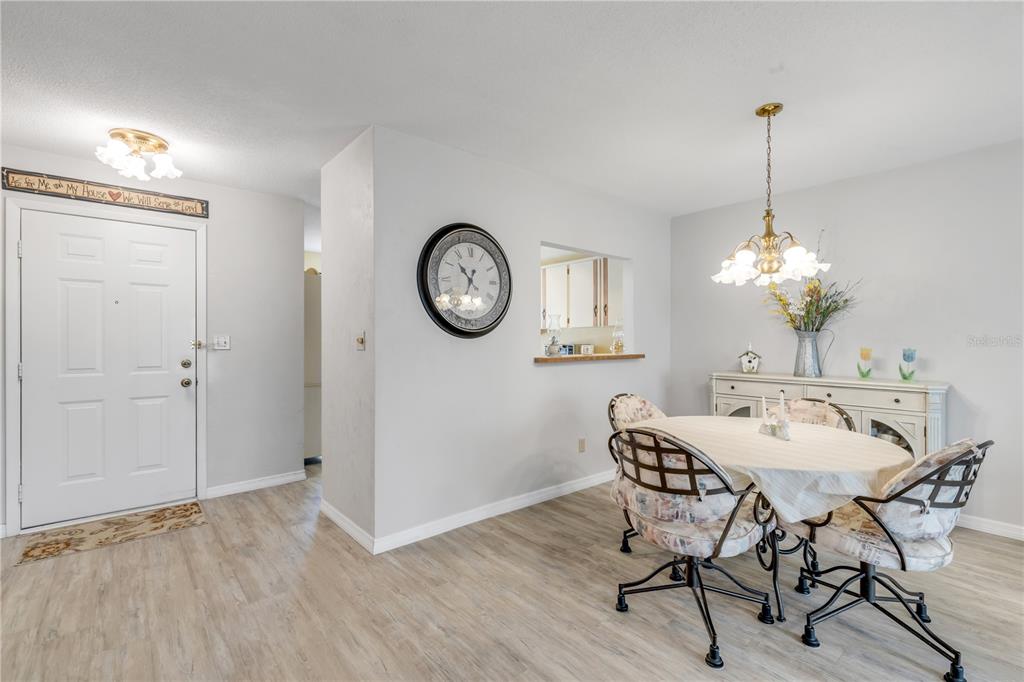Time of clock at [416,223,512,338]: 10:34
